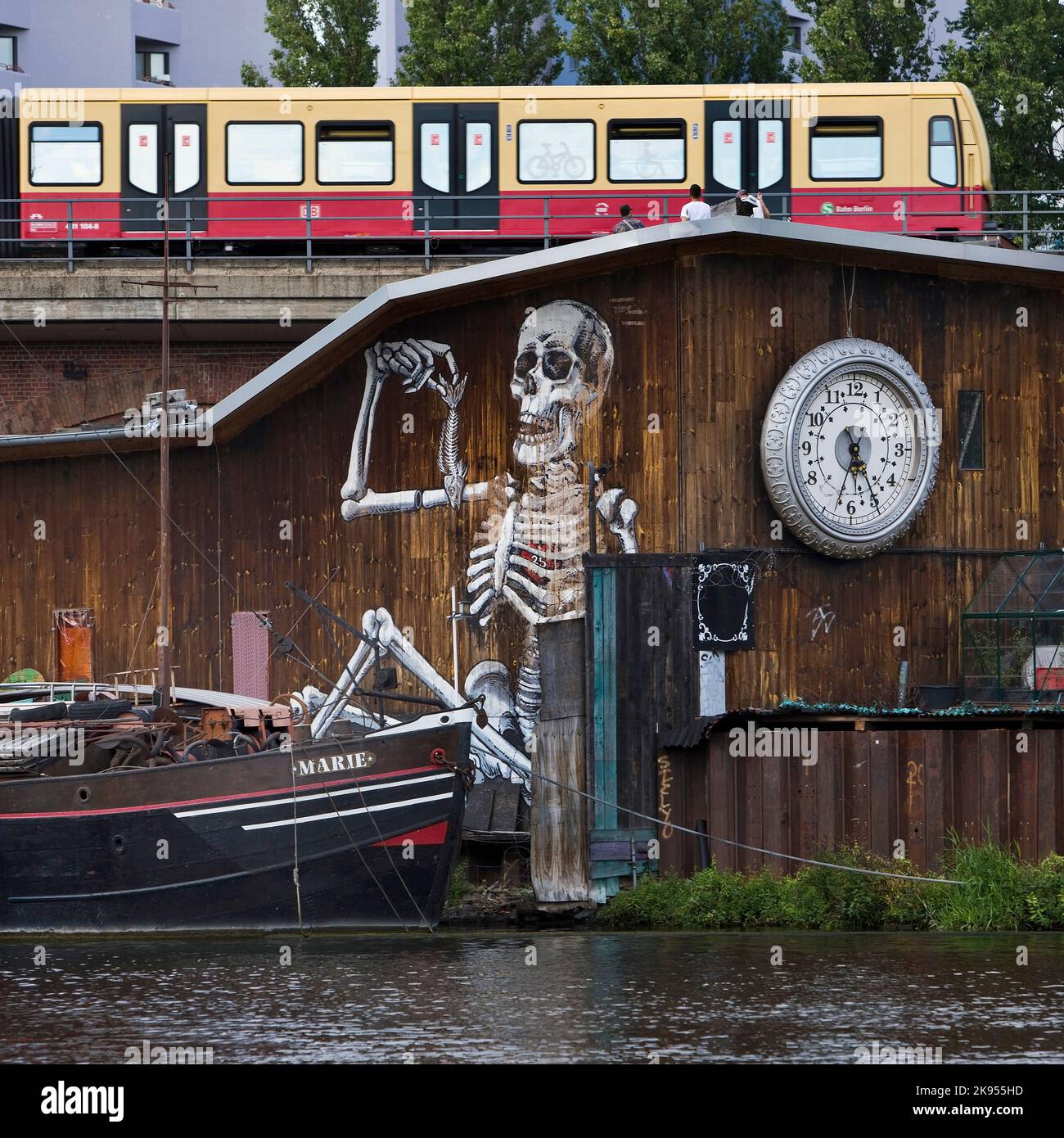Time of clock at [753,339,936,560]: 6:25
